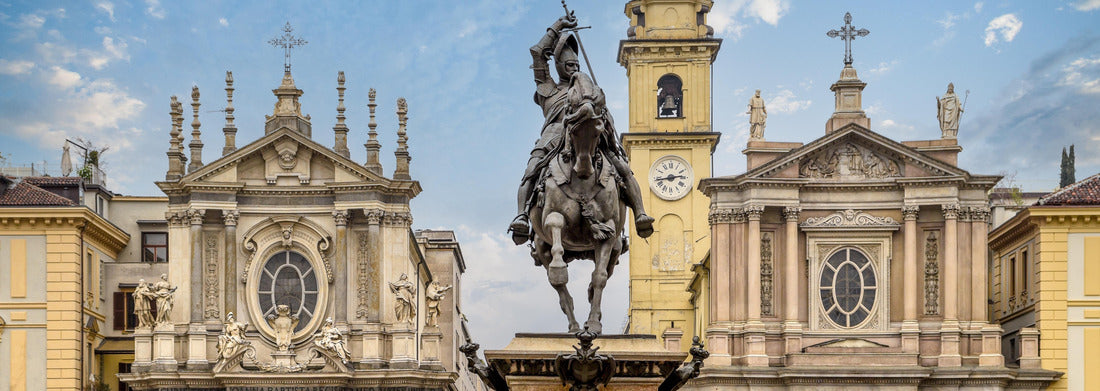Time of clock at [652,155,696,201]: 2:43
